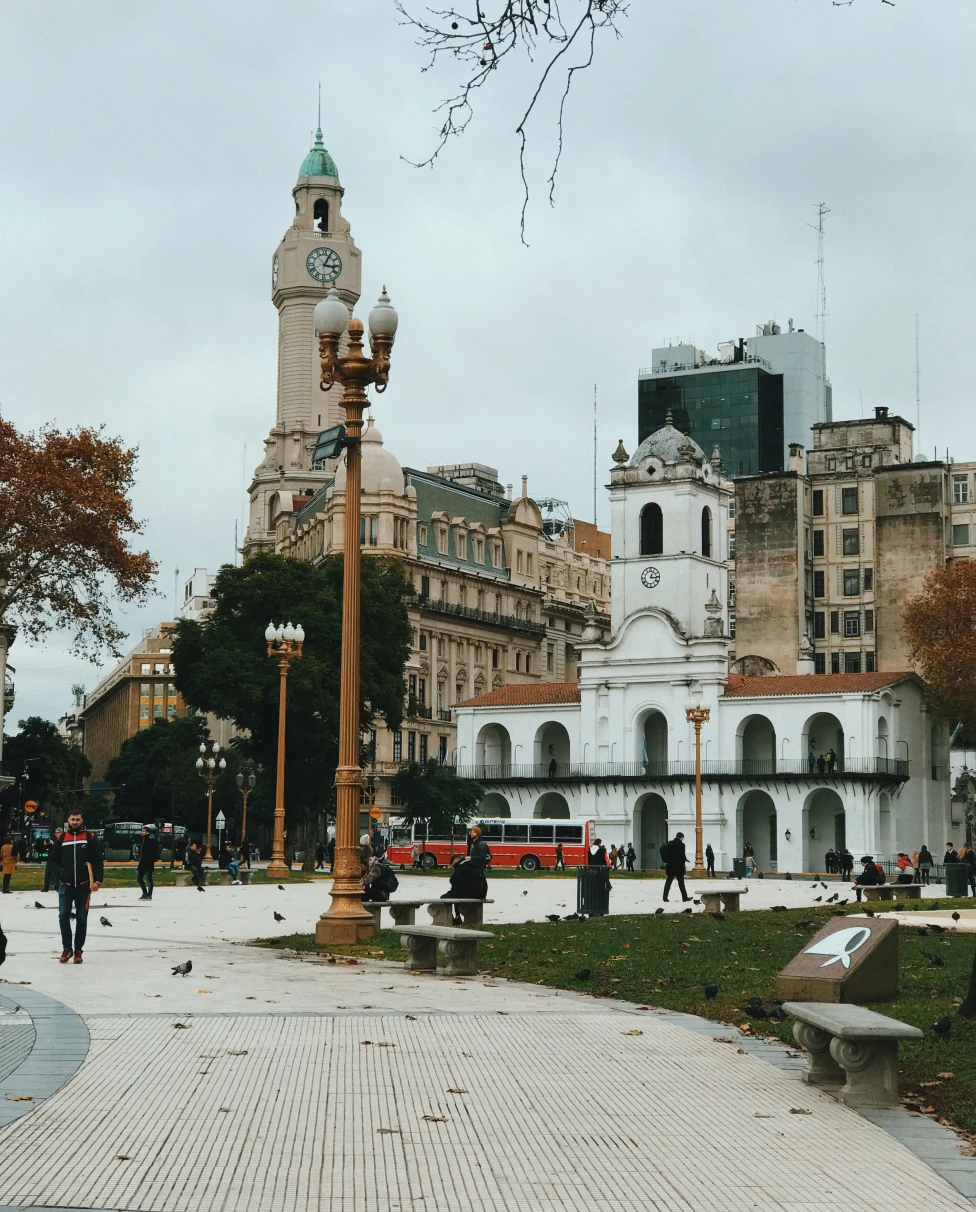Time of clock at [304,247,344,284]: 3:04
